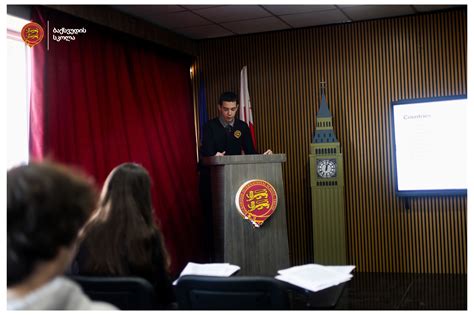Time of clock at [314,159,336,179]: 12:03
